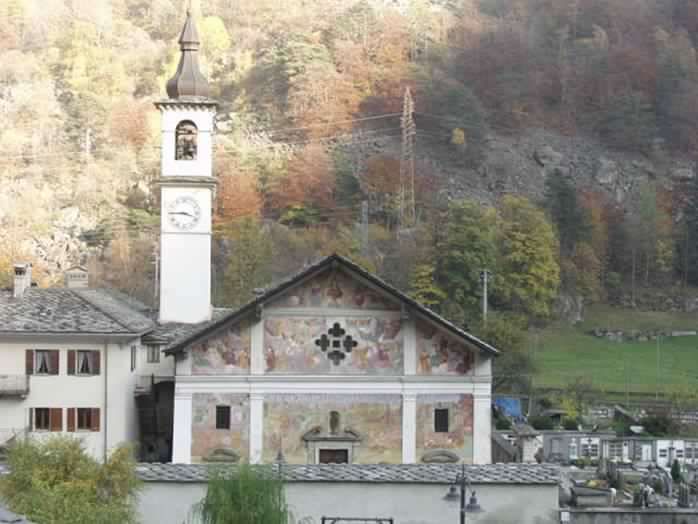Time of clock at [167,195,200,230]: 3:45
